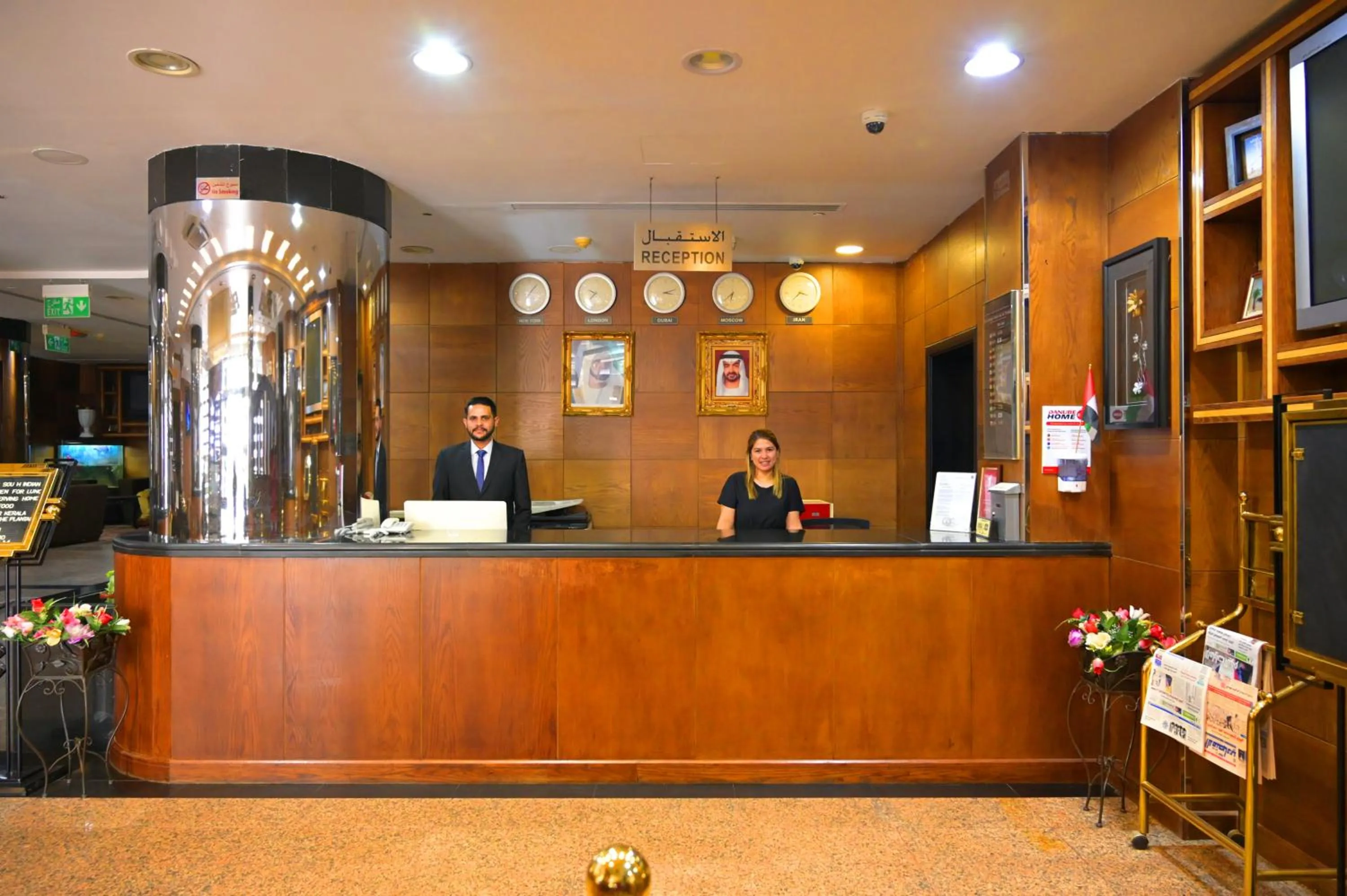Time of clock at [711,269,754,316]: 6:38
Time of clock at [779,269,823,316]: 3:38
